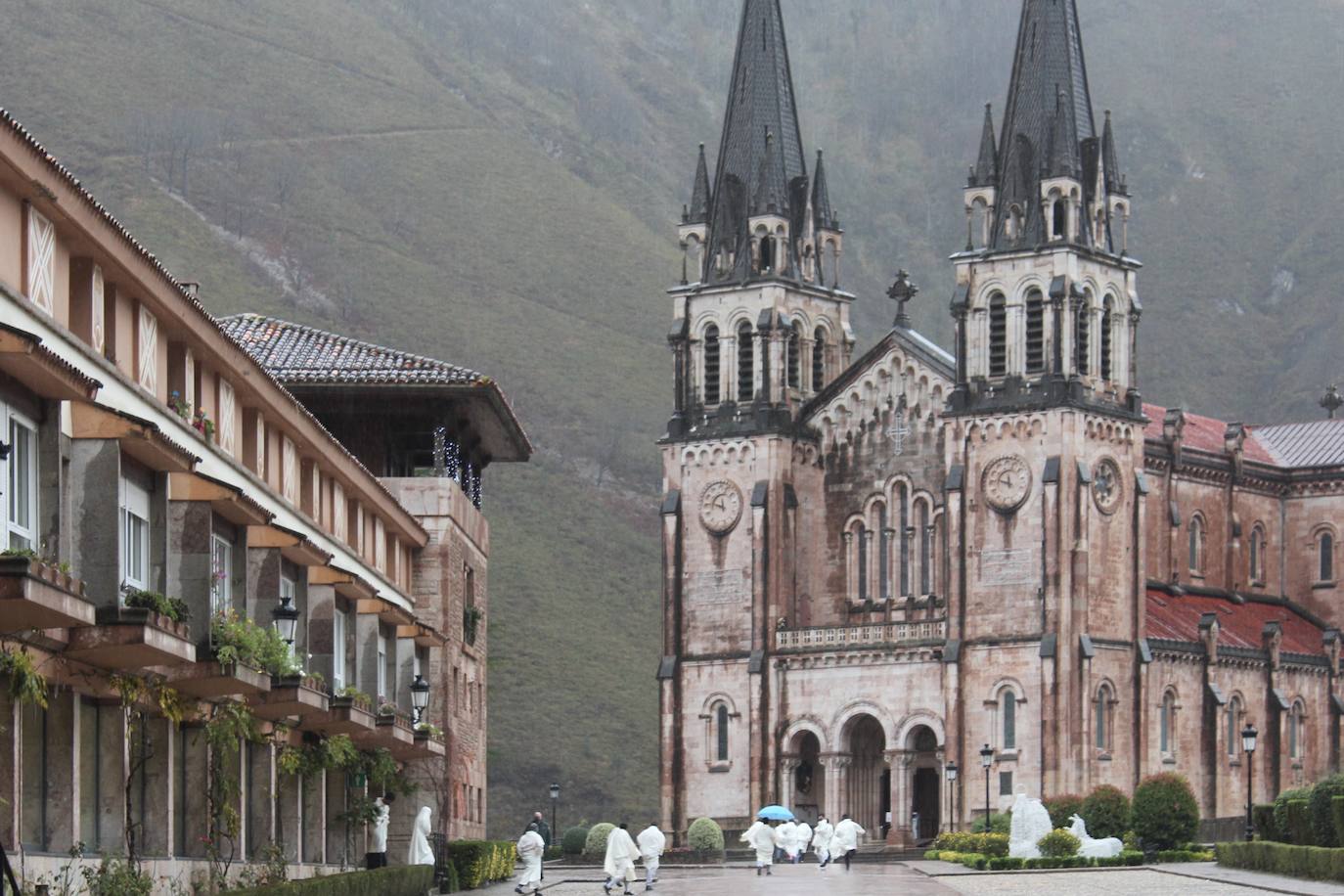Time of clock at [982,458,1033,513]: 11:46
